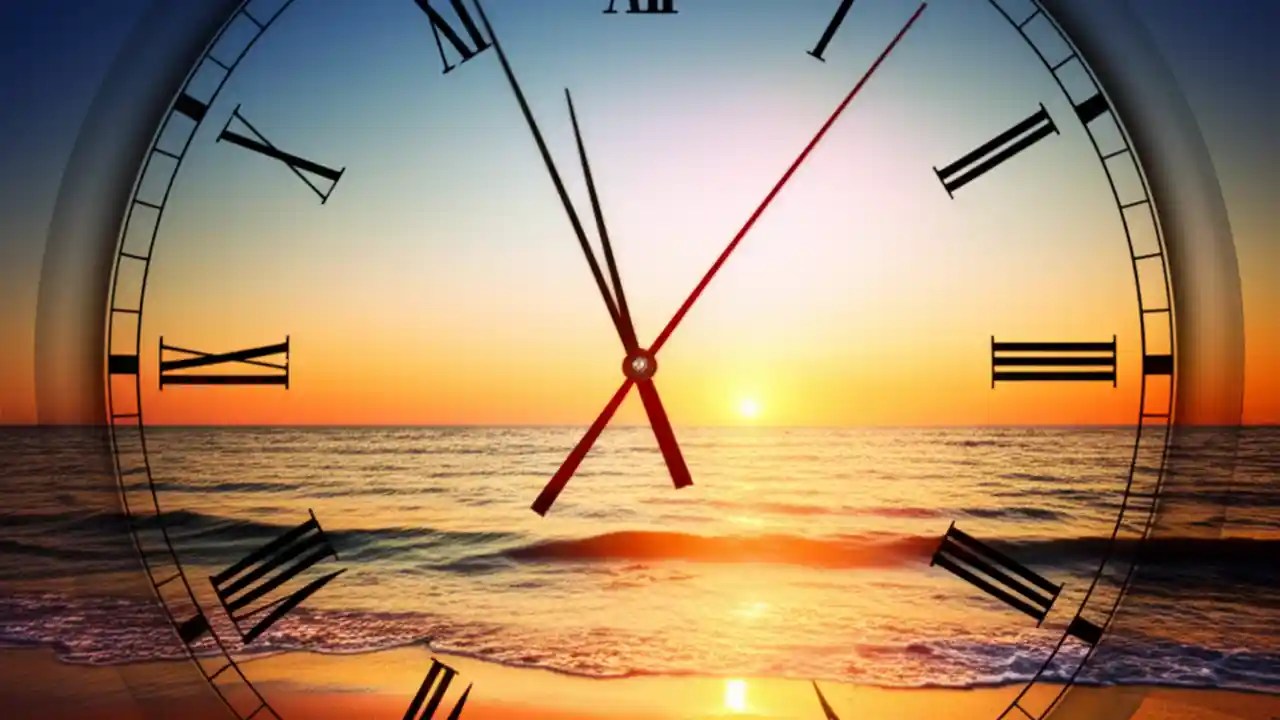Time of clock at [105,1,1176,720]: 6:56
